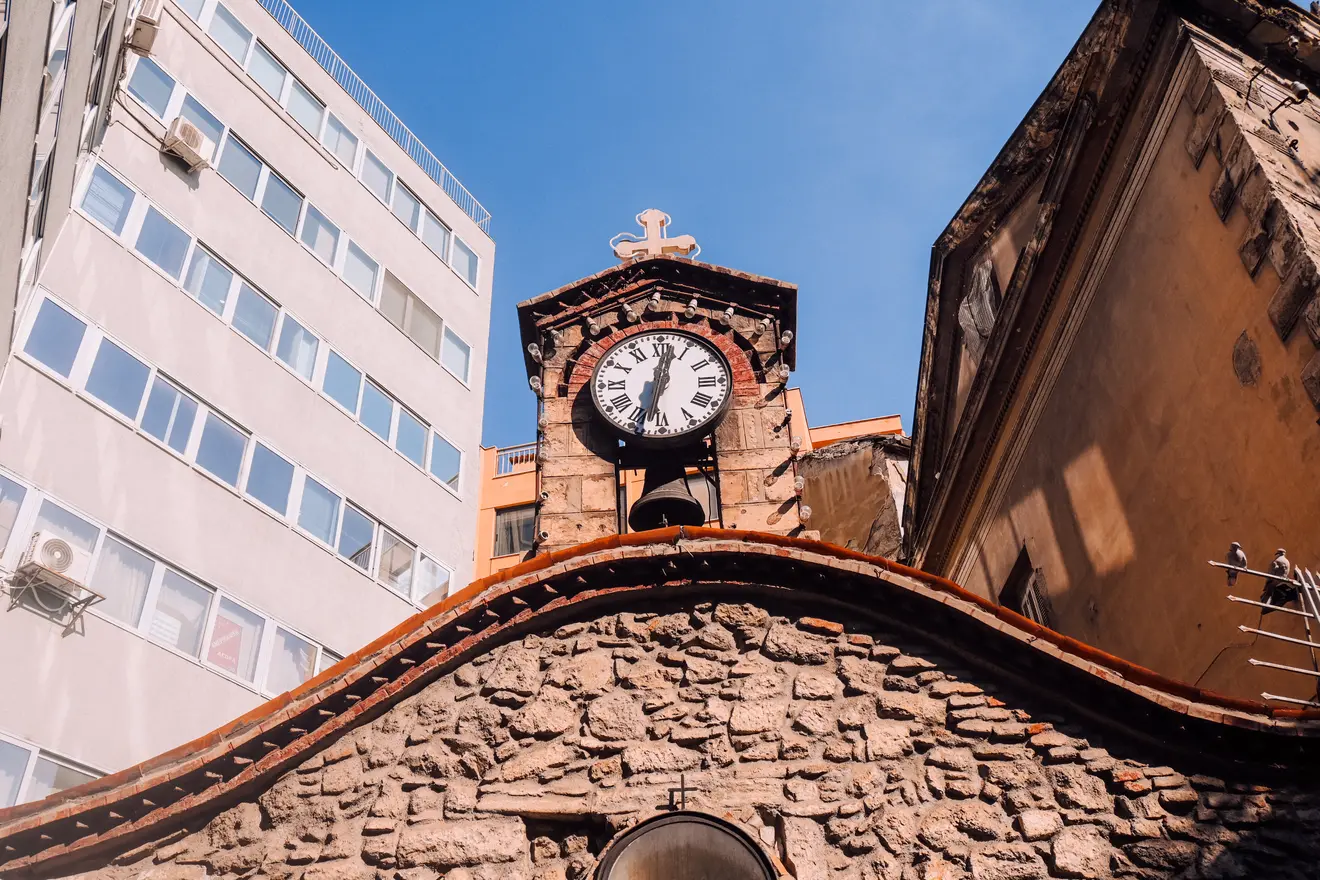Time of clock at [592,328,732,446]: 12:32
